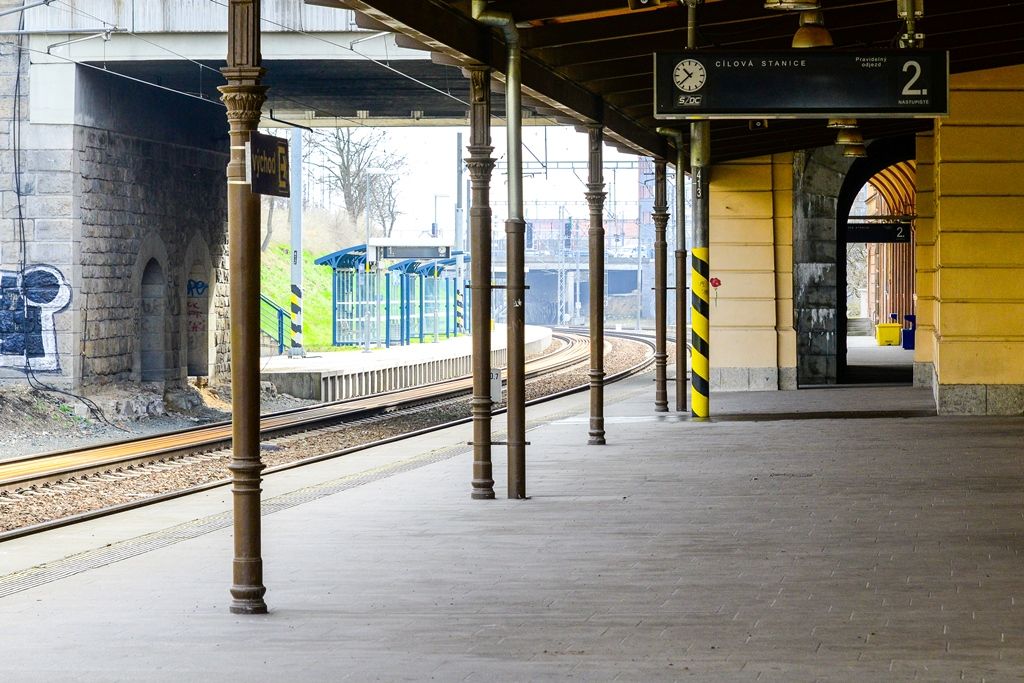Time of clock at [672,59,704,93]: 10:37
